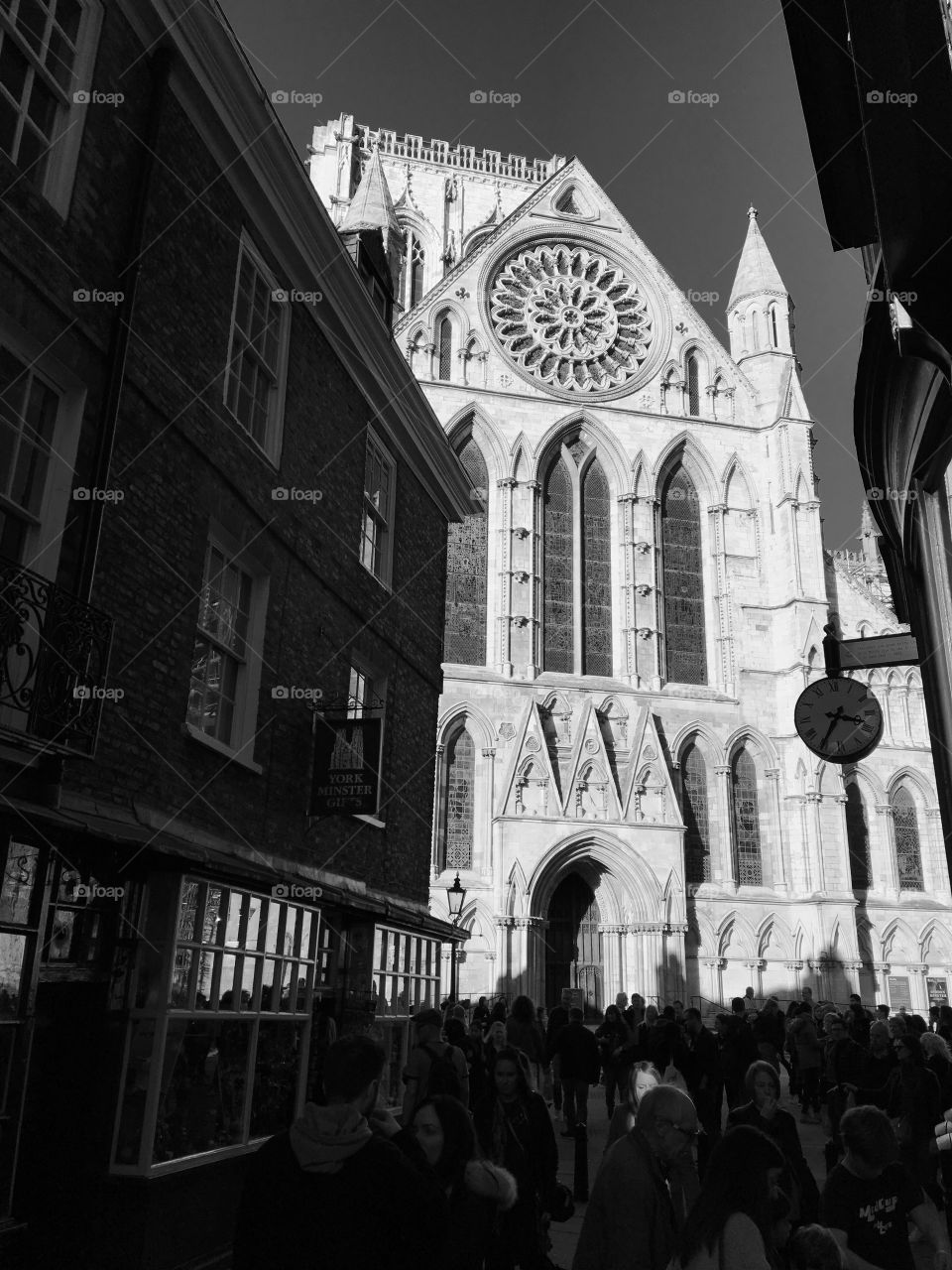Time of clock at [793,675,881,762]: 3:34
